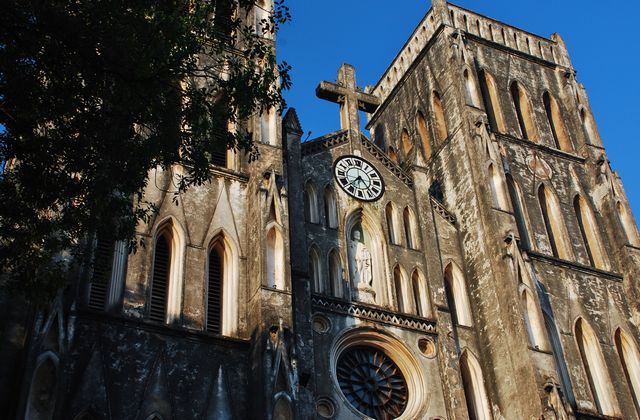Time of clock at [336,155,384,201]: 7:23
